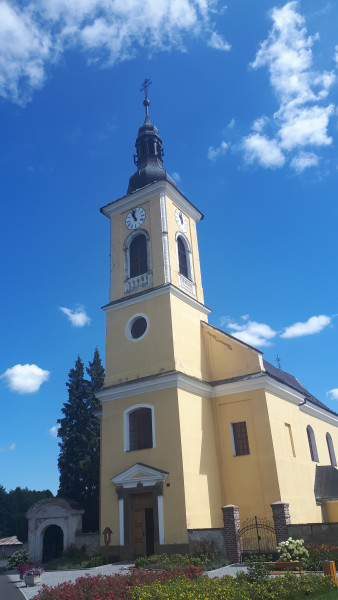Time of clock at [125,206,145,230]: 10:58
